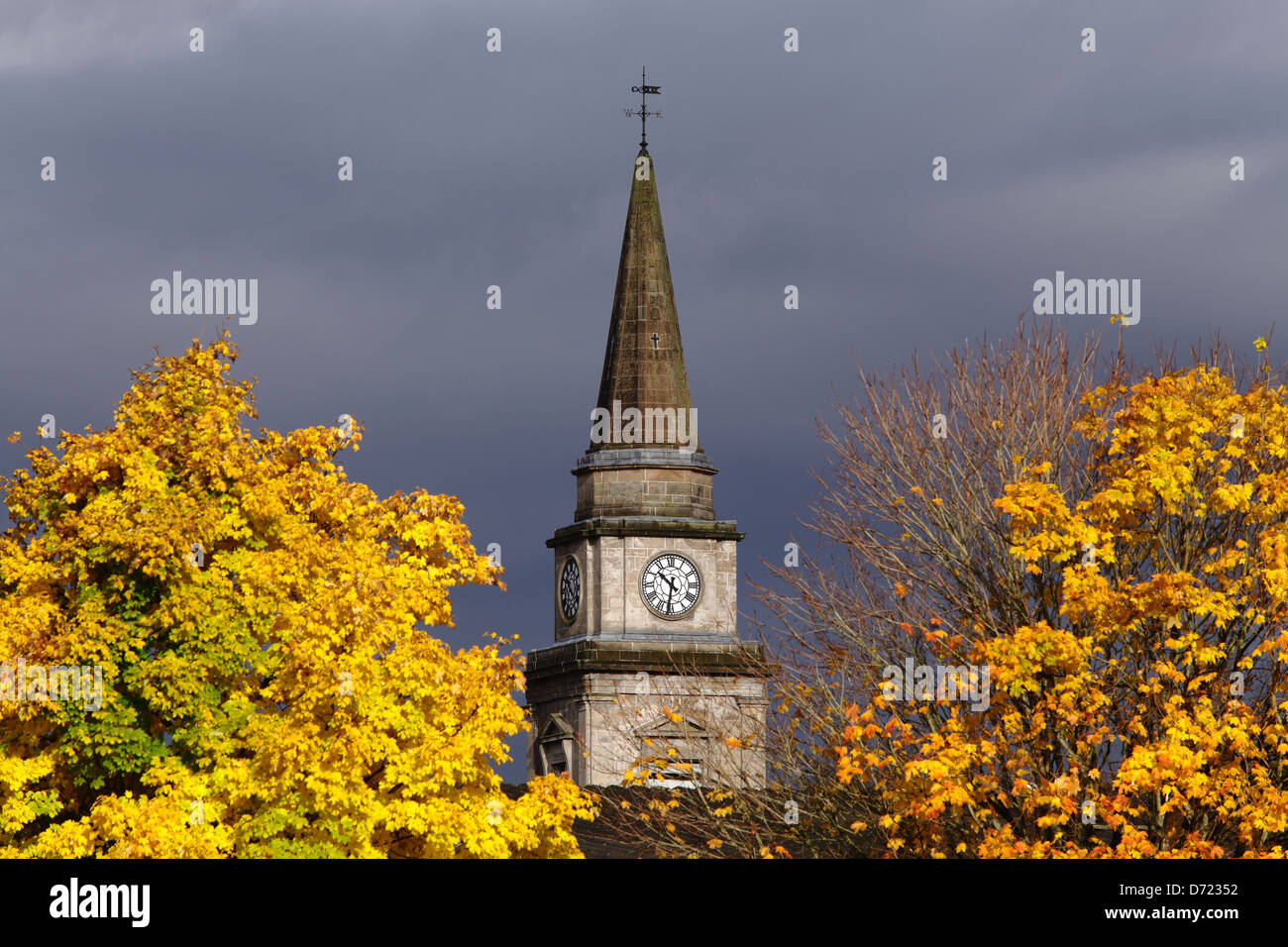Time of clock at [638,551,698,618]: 10:31
